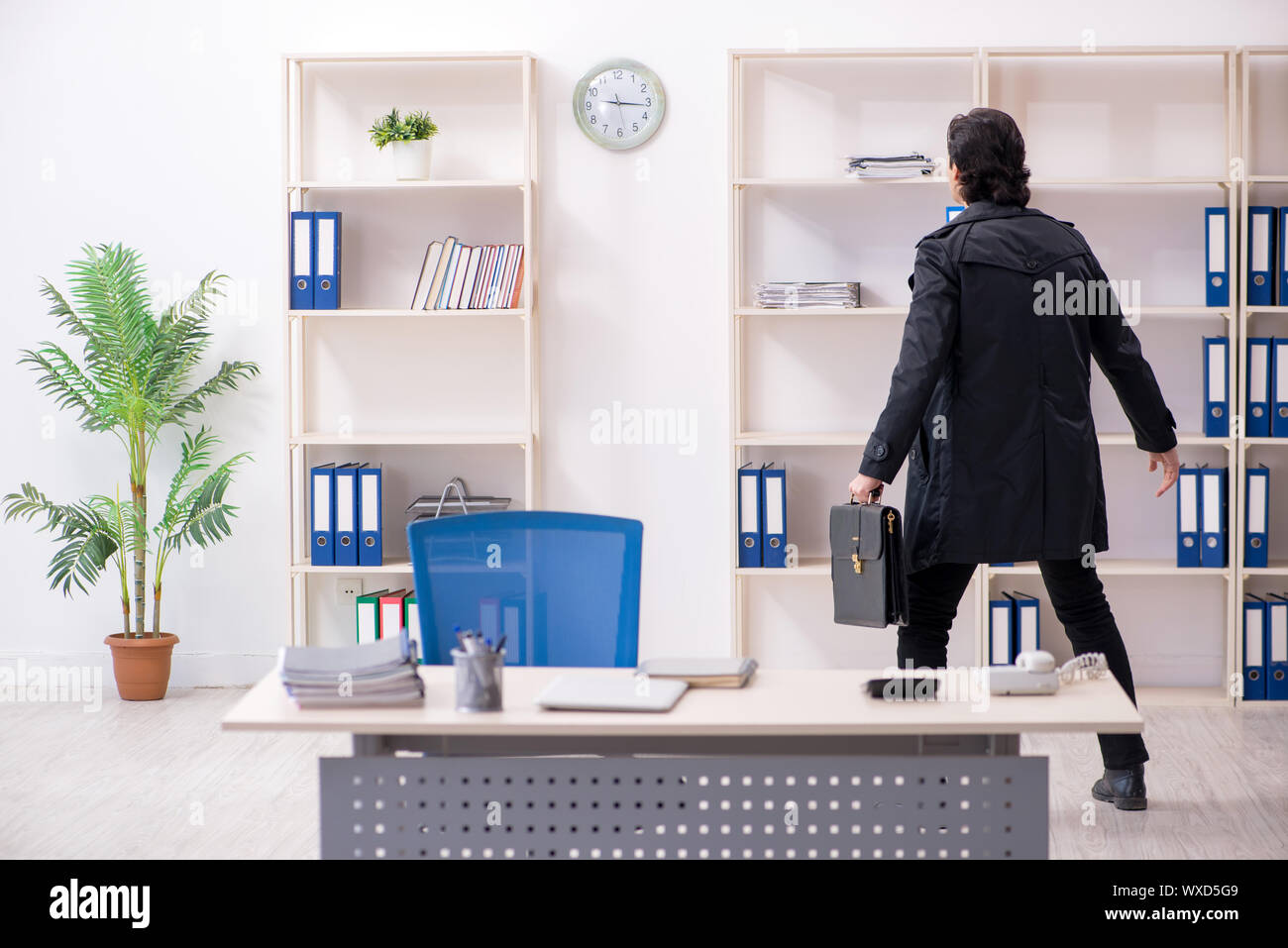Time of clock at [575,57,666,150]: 9:16
